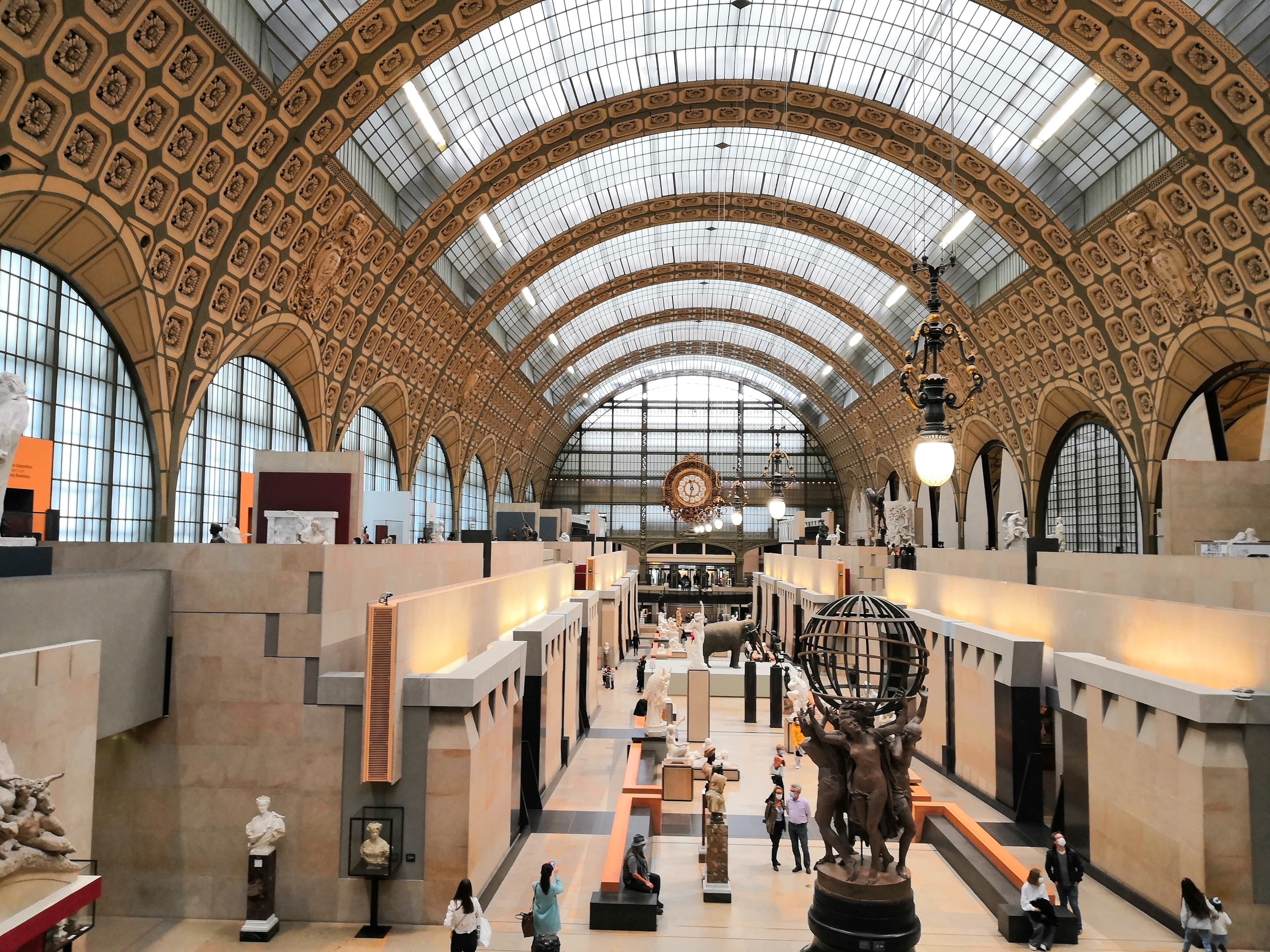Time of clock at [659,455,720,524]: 11:32
